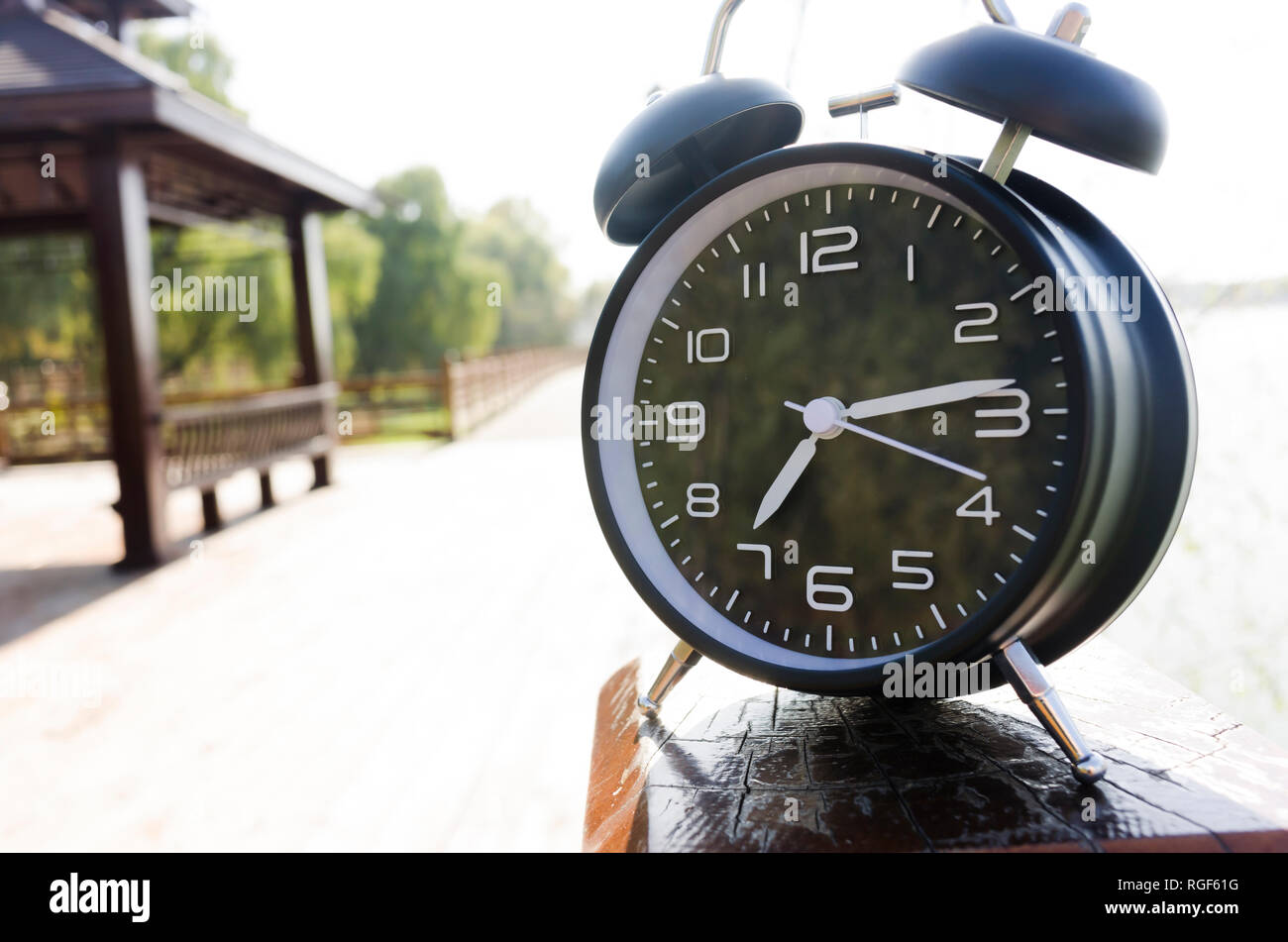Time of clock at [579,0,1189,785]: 7:13
